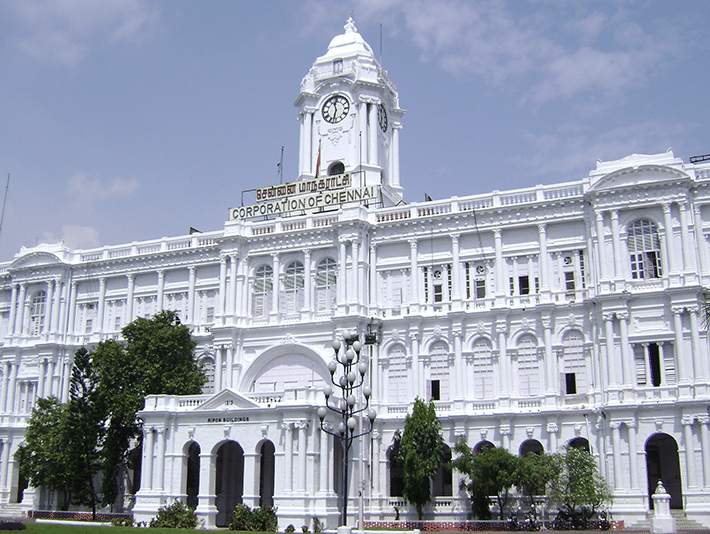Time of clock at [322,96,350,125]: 11:32
